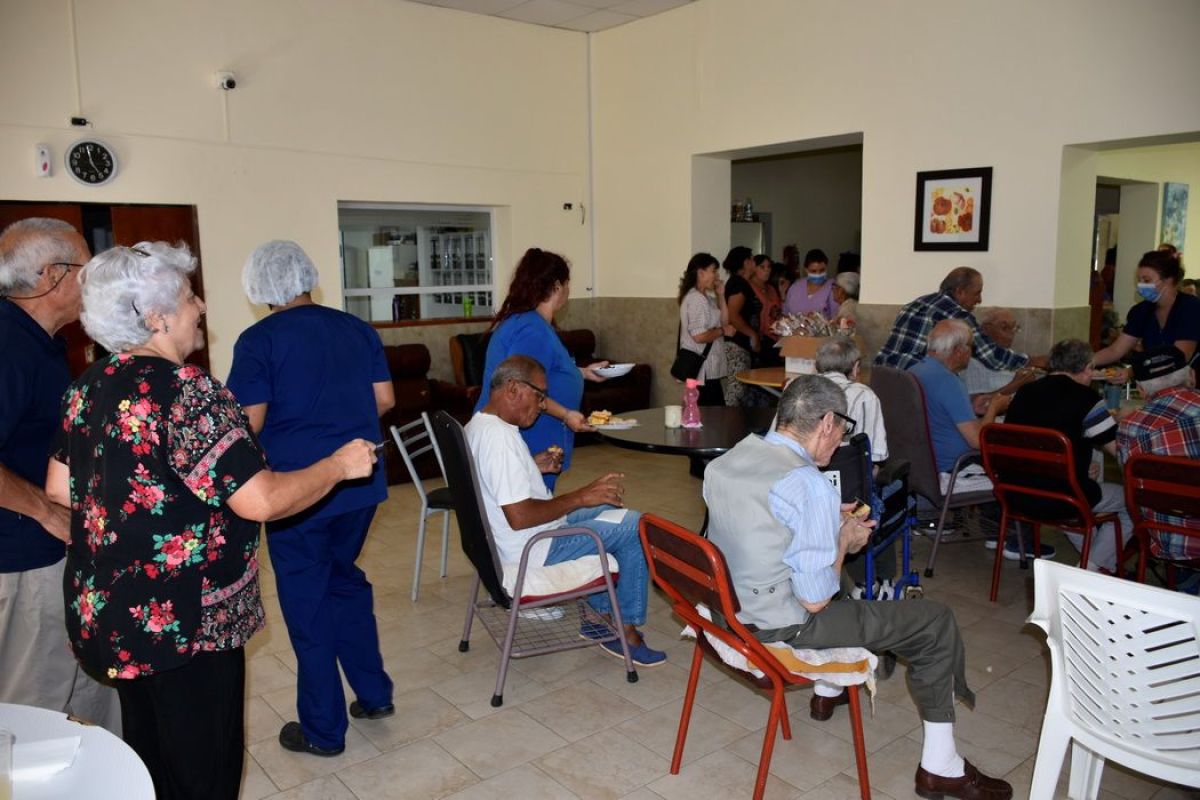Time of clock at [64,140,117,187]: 4:58
